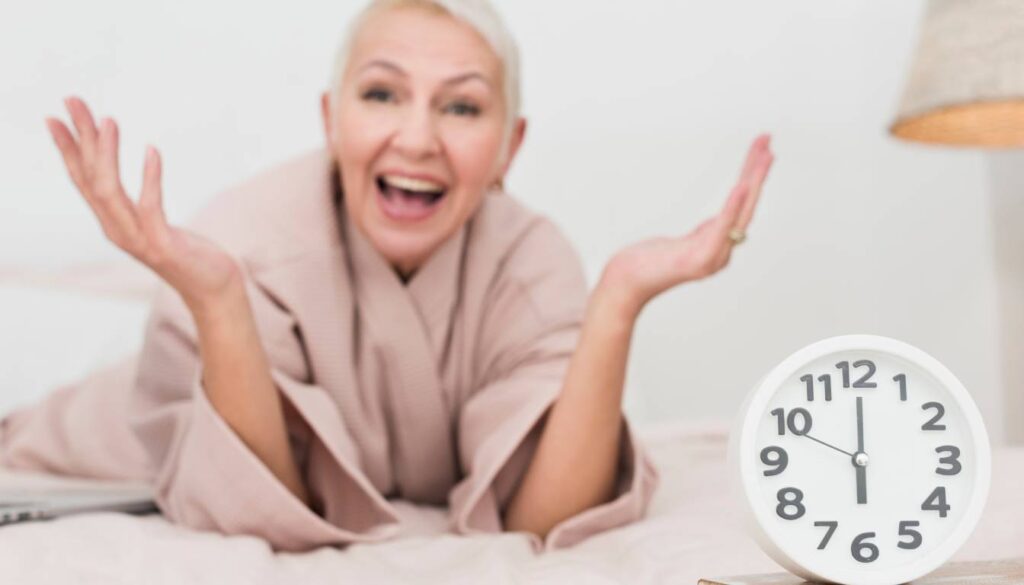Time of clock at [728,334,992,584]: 5:59
